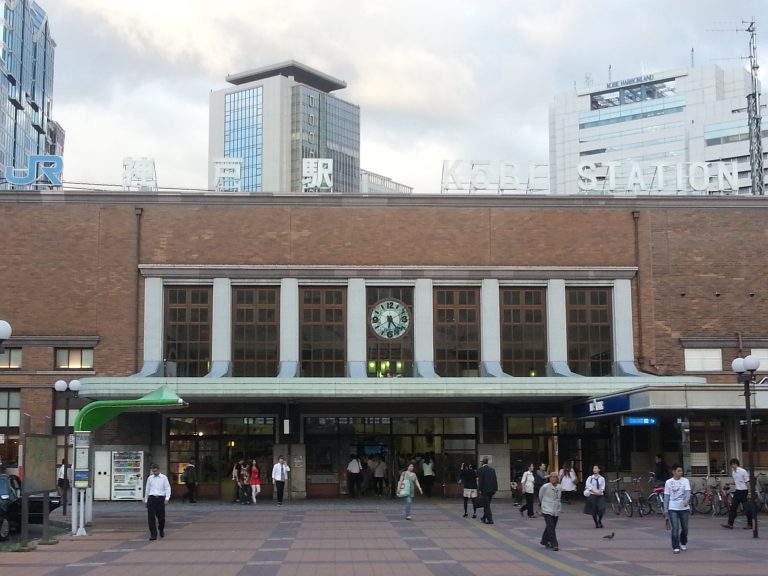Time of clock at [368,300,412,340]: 6:23
